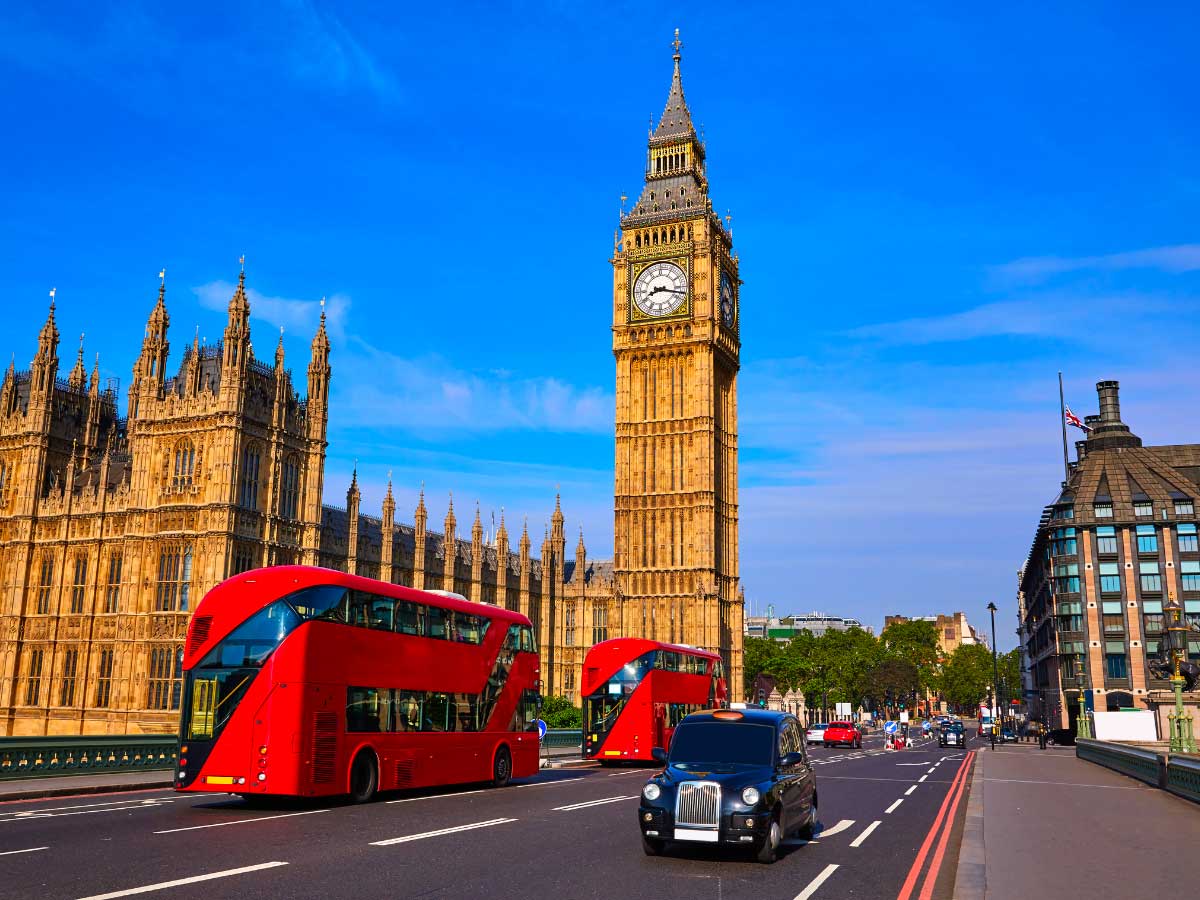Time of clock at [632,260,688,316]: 8:17
